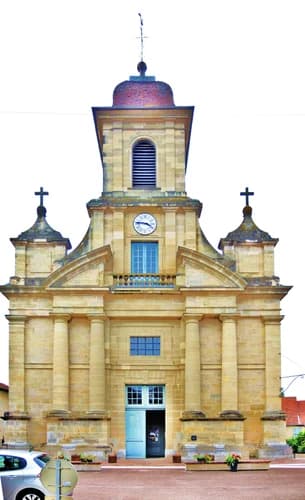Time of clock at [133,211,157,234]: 3:46
